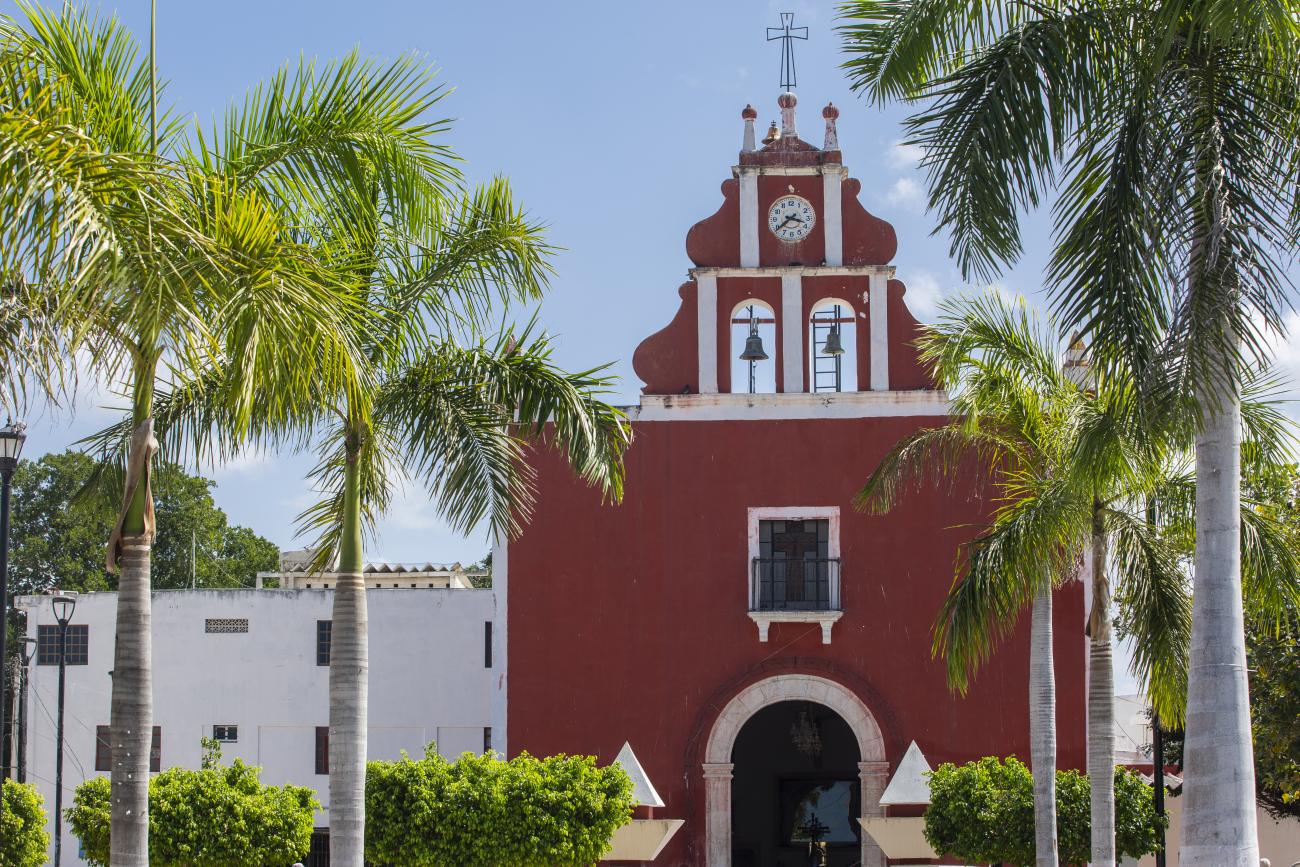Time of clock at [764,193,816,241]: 3:39
